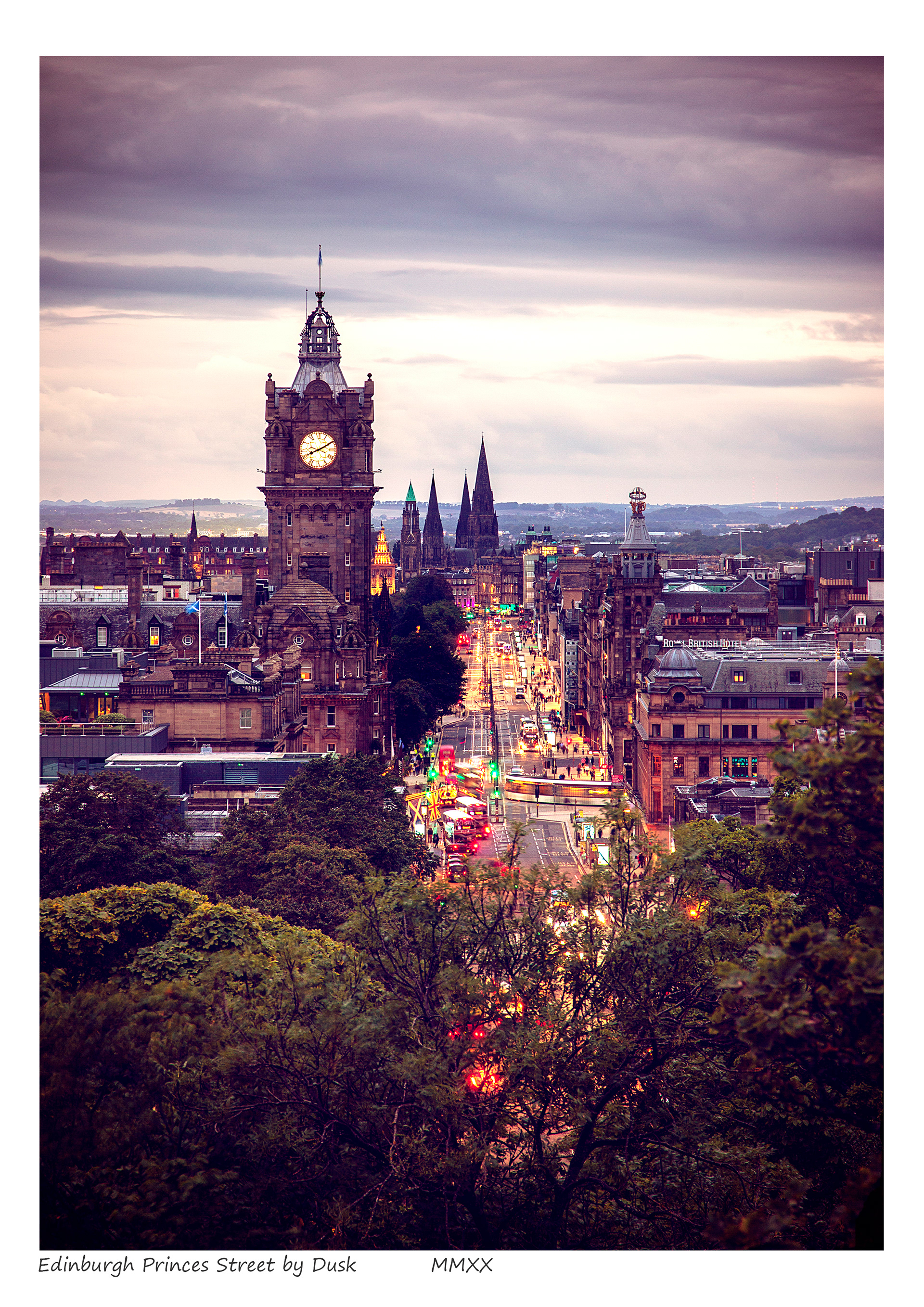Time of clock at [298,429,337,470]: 8:10
